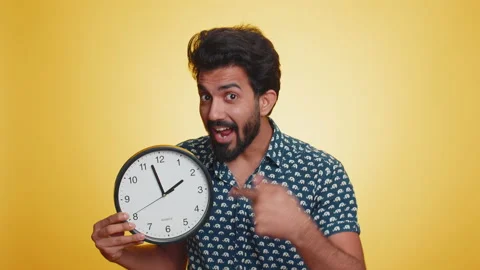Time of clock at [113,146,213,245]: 1:57
